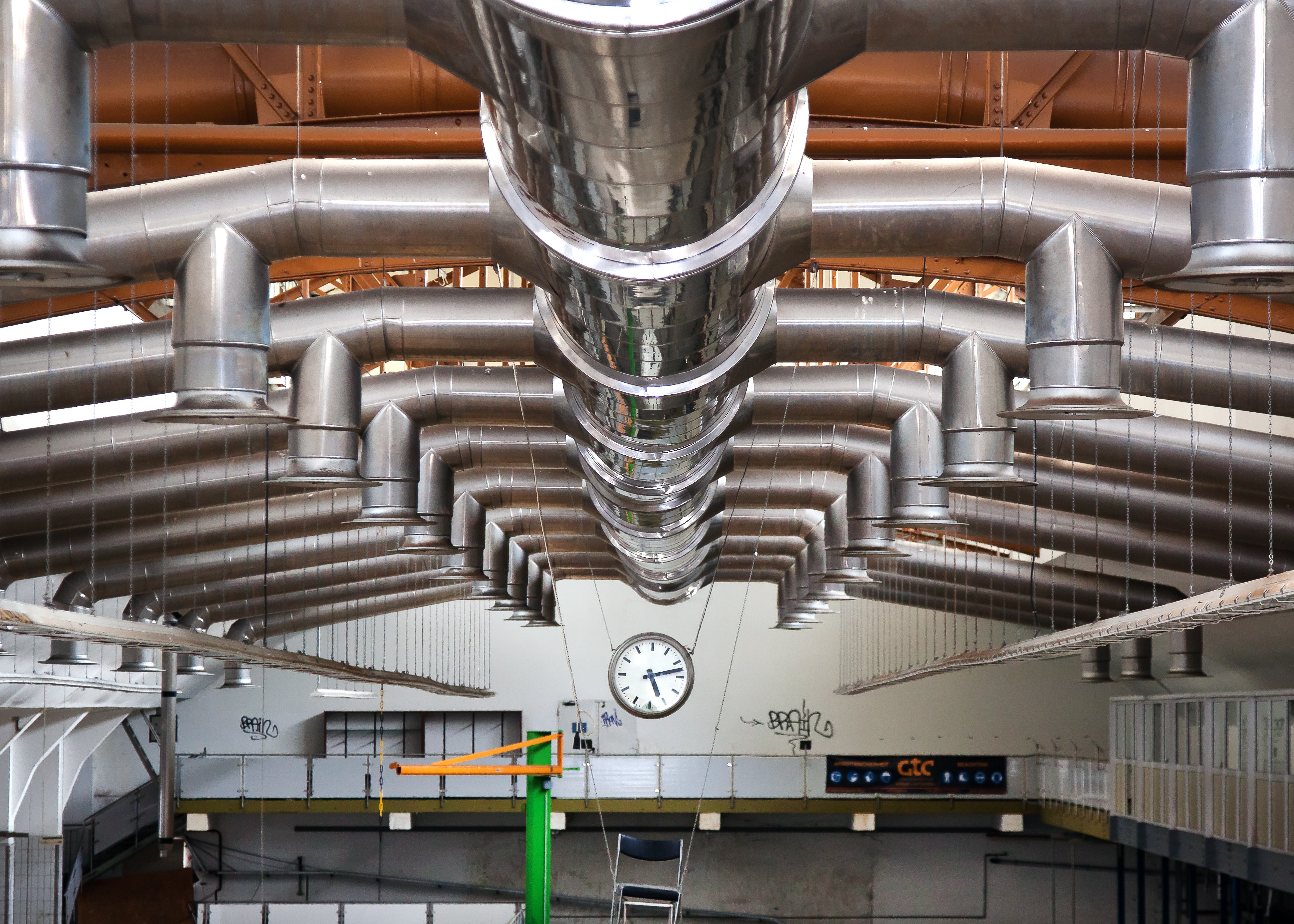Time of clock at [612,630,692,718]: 5:12
